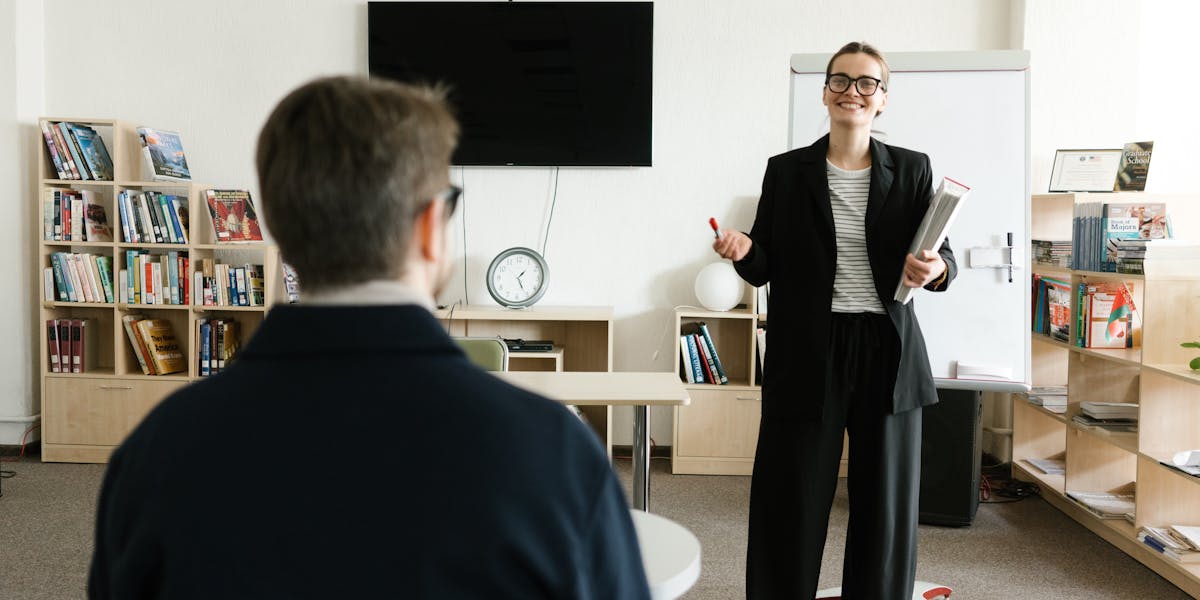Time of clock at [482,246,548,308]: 1:25
